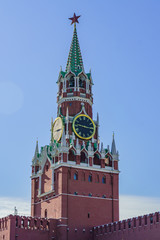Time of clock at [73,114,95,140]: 9:15
